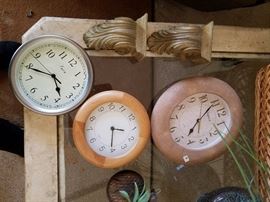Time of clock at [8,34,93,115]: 5:49
